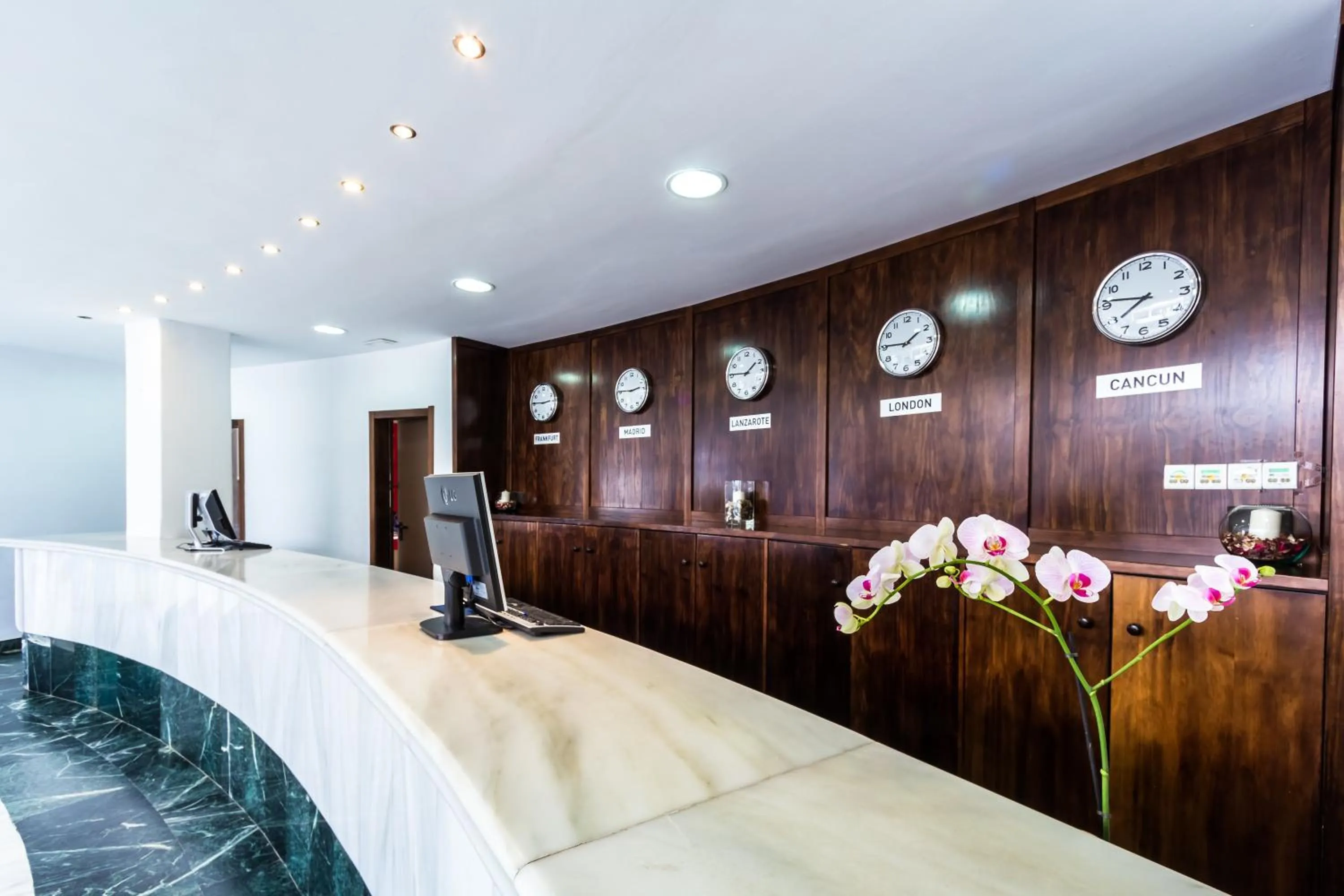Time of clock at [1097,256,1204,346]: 7:46
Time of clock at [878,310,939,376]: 1:45
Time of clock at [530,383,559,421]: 2:45
